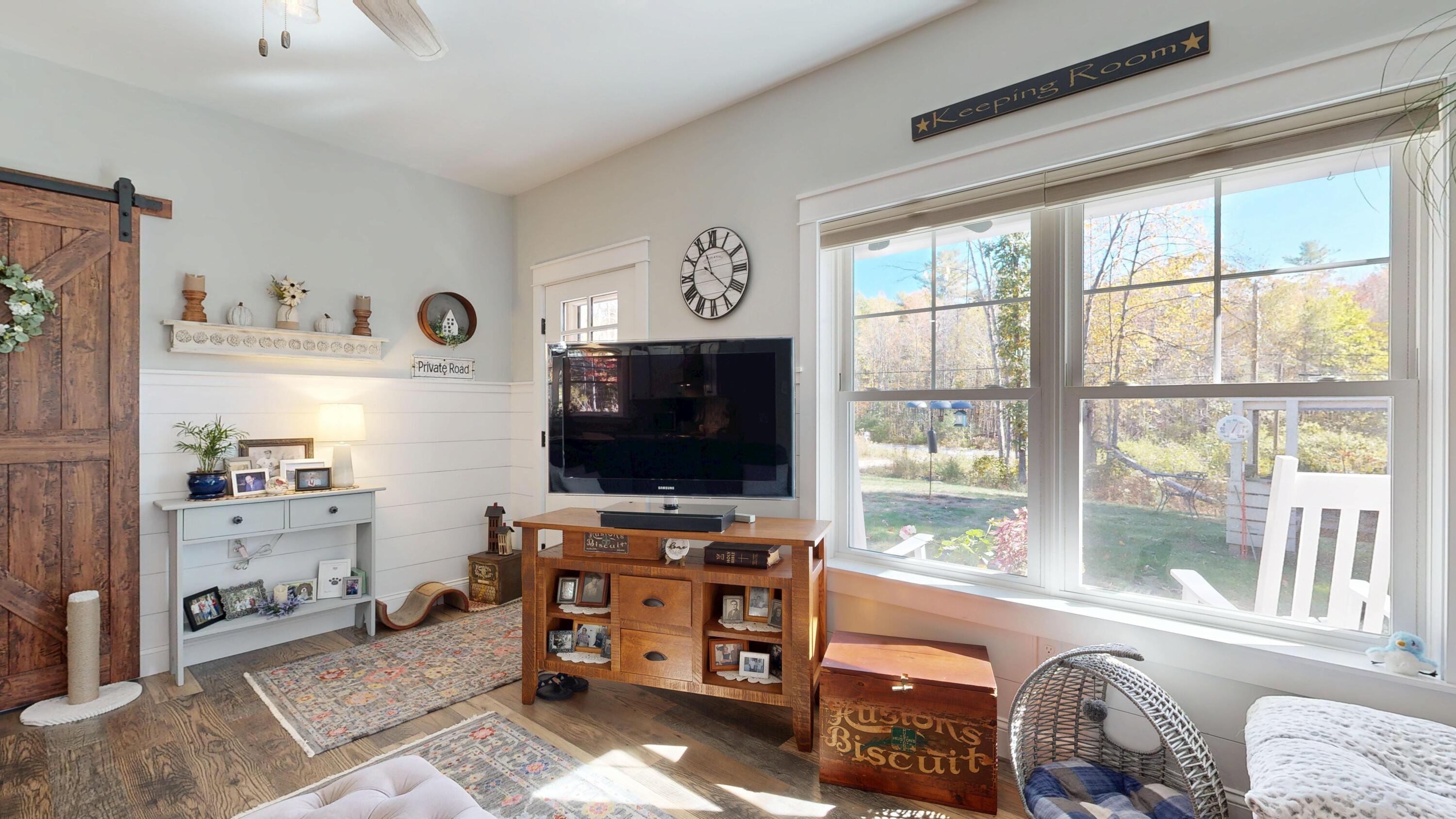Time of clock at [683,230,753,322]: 11:21
